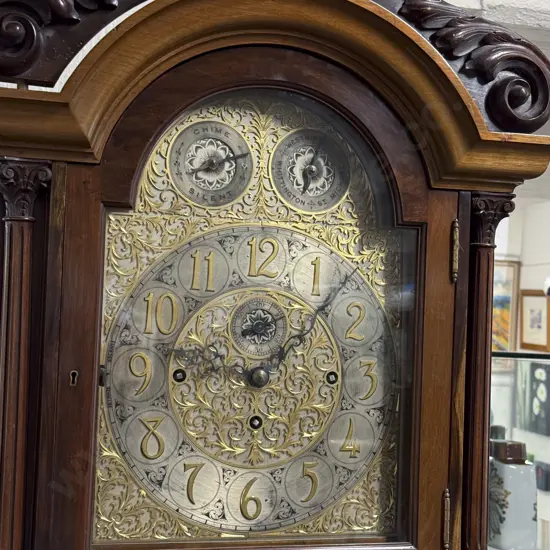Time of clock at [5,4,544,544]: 9:07
